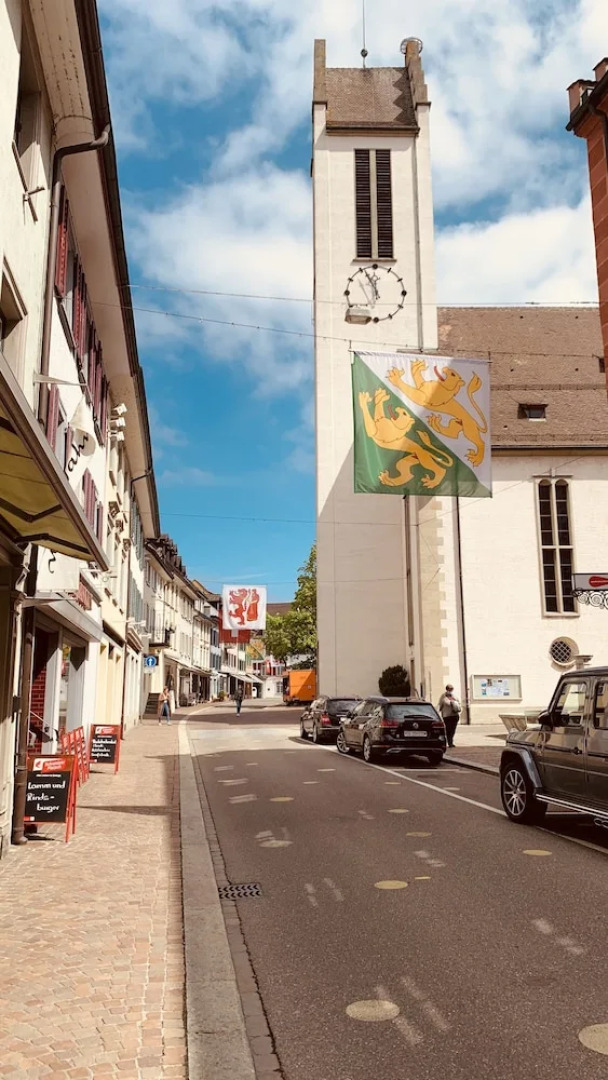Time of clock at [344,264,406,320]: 11:55
